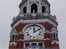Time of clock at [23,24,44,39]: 2:00
